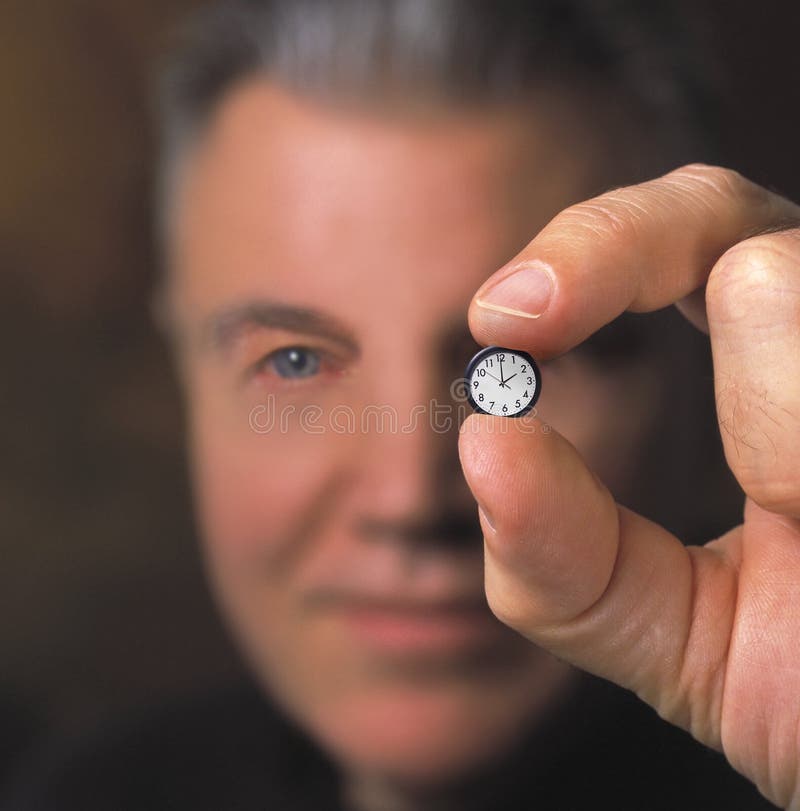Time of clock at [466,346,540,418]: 1:59
